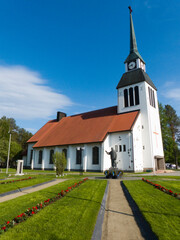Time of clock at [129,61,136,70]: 4:42
